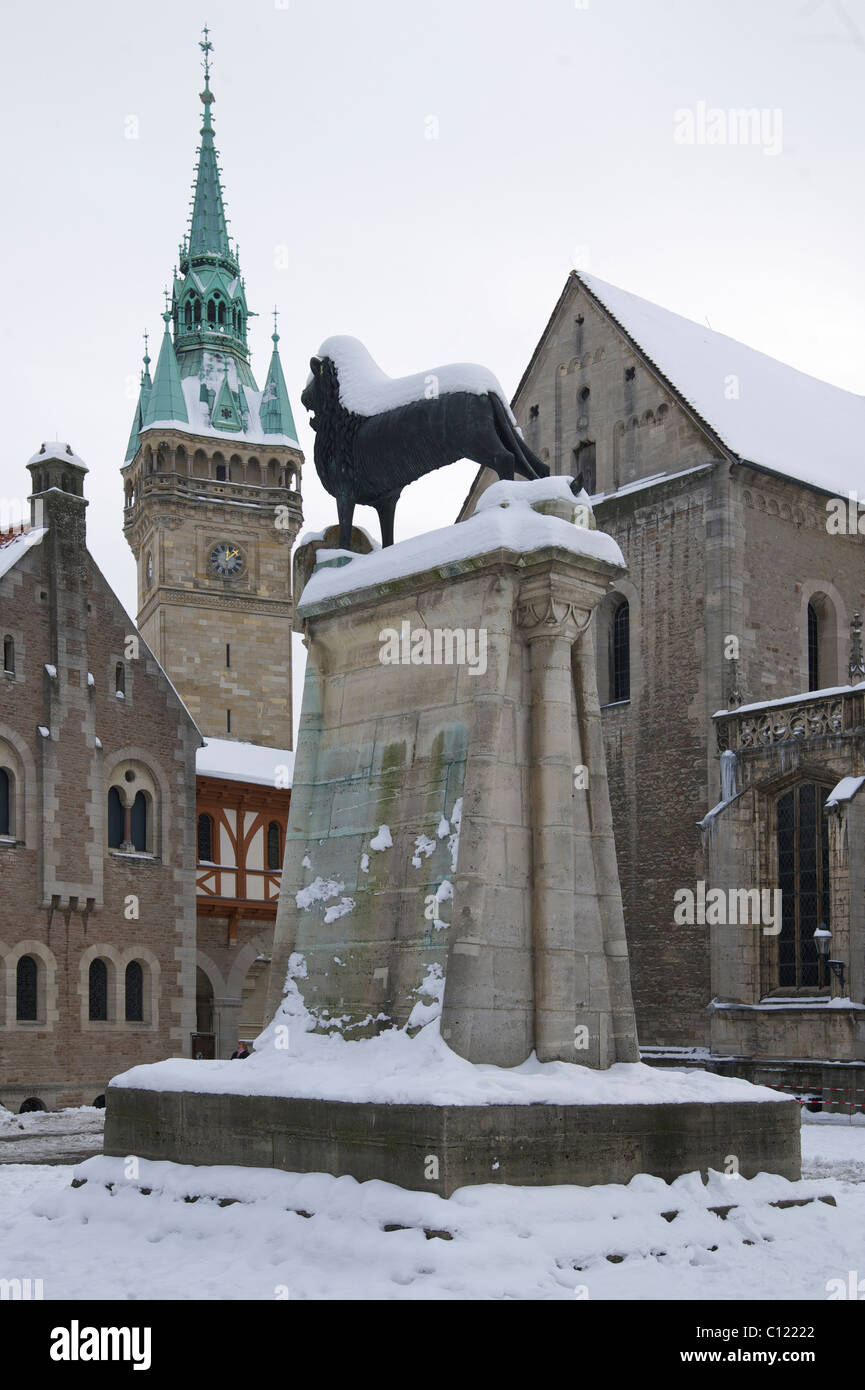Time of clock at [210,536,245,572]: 12:07
